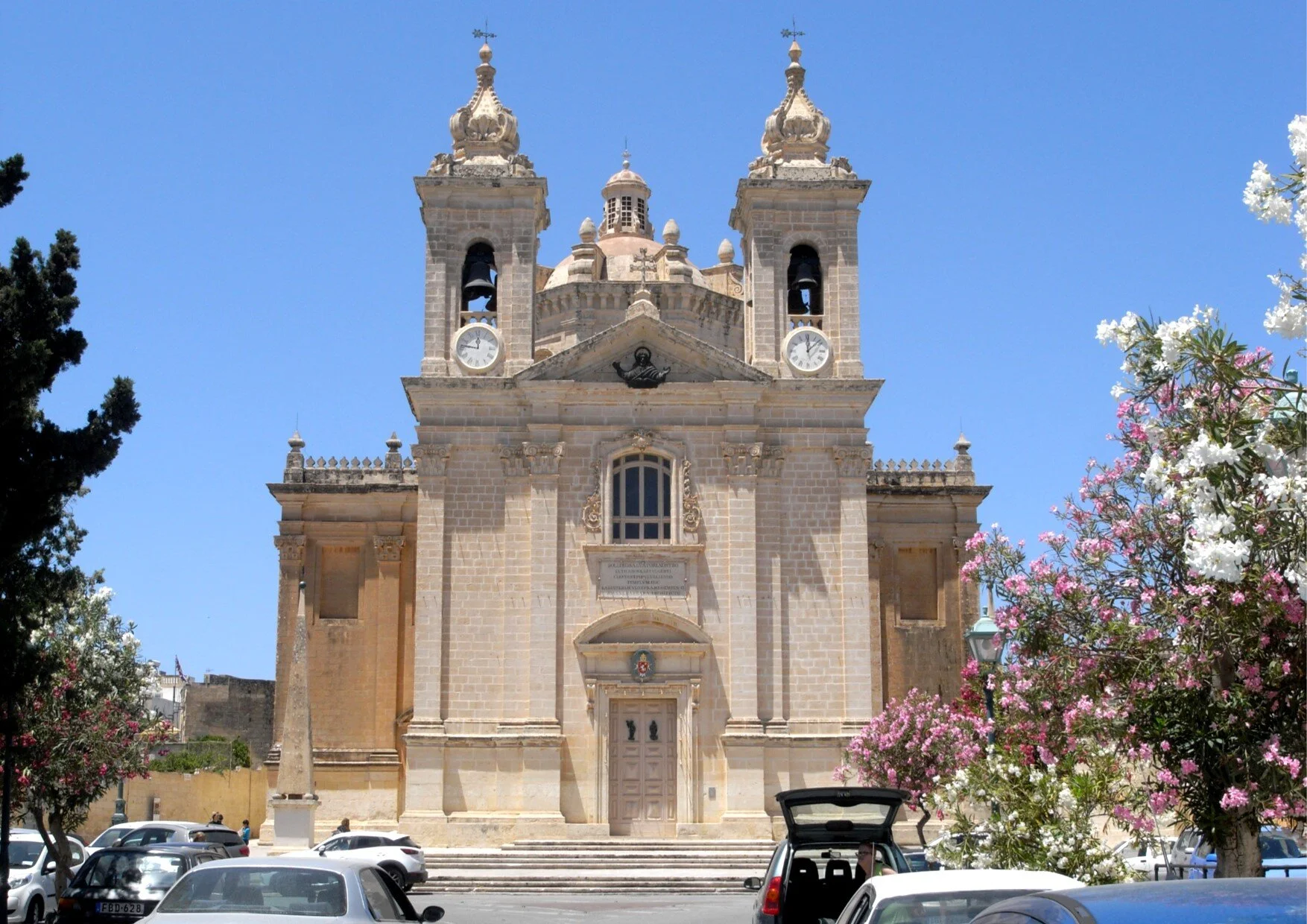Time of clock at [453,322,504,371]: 11:46
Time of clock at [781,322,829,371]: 12:07
